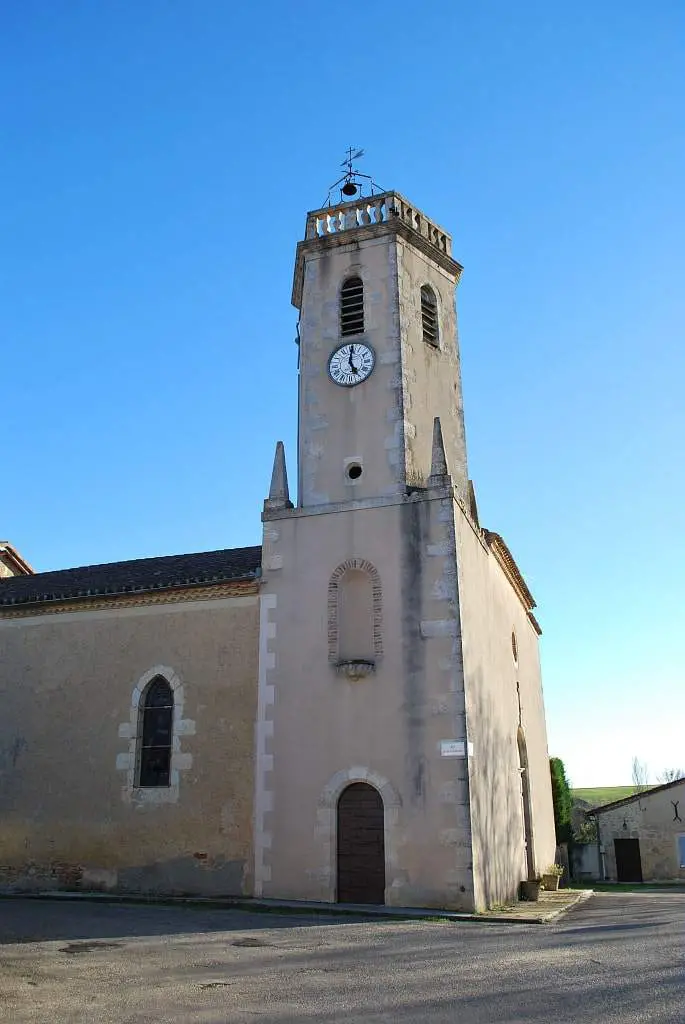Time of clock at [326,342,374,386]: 5:00
